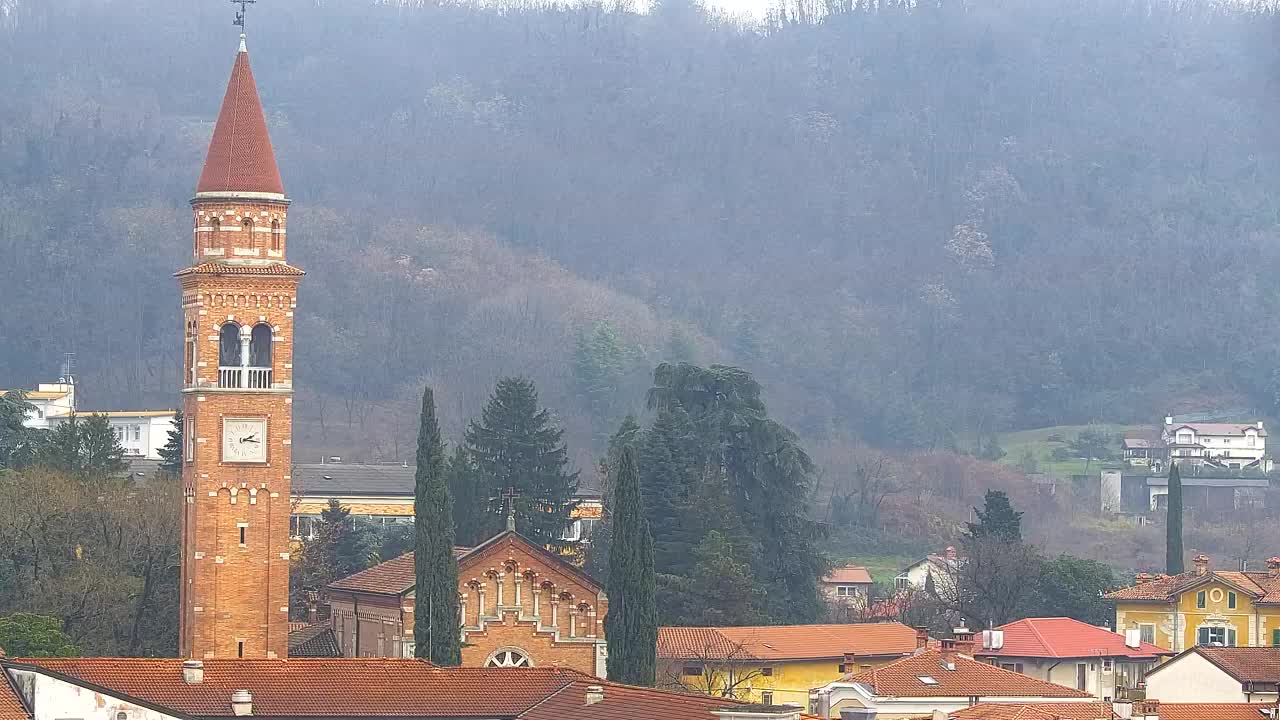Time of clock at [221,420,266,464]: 2:16
